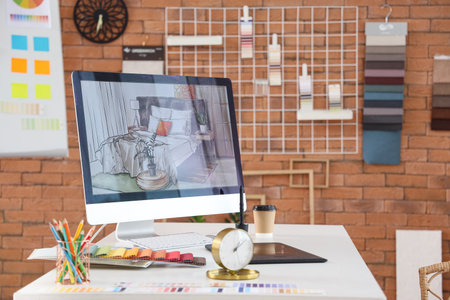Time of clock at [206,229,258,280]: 12:07
